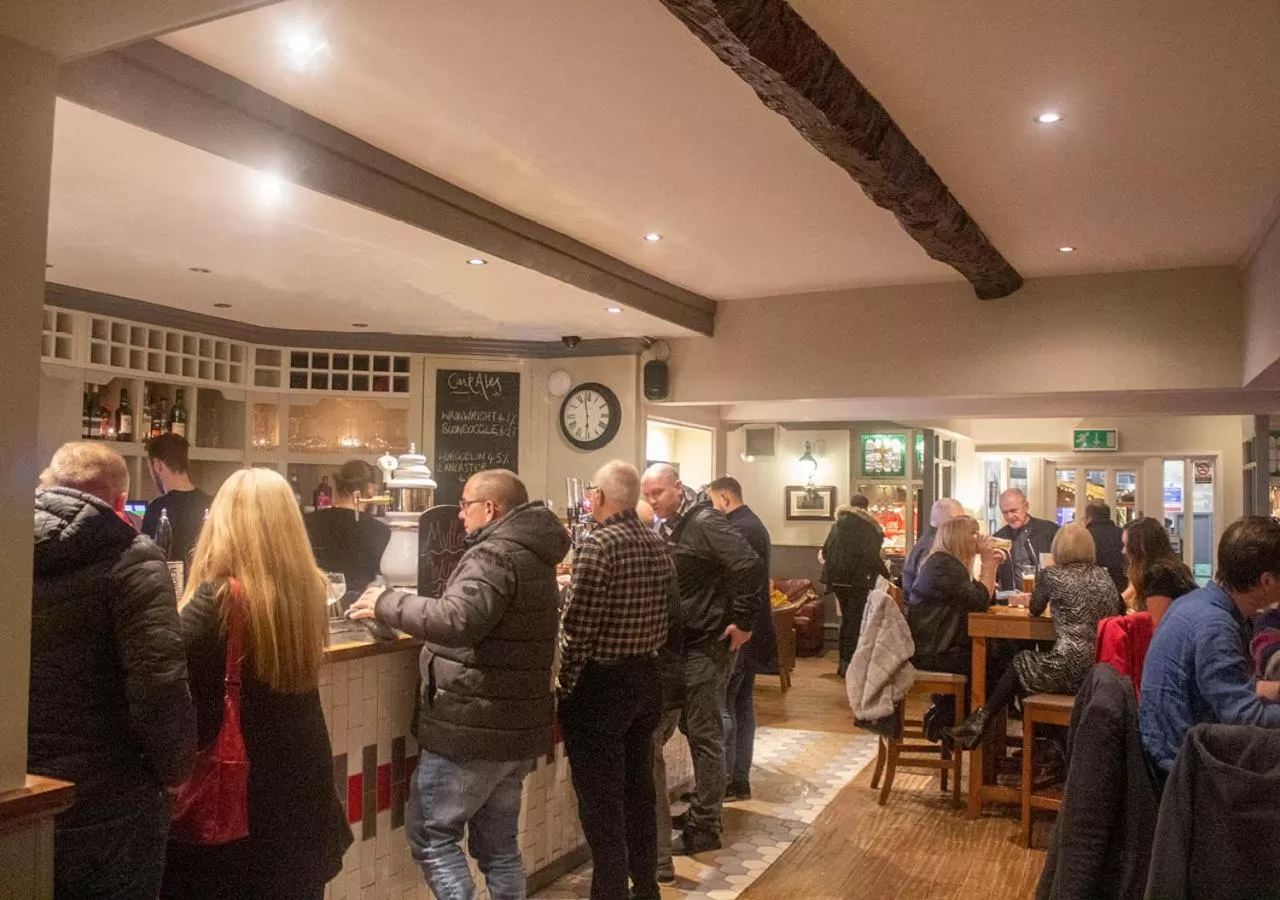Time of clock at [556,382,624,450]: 5:58
